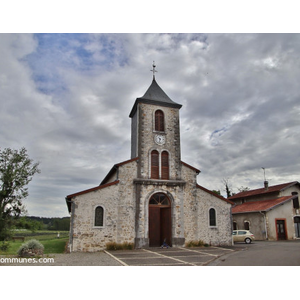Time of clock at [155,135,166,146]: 10:32
